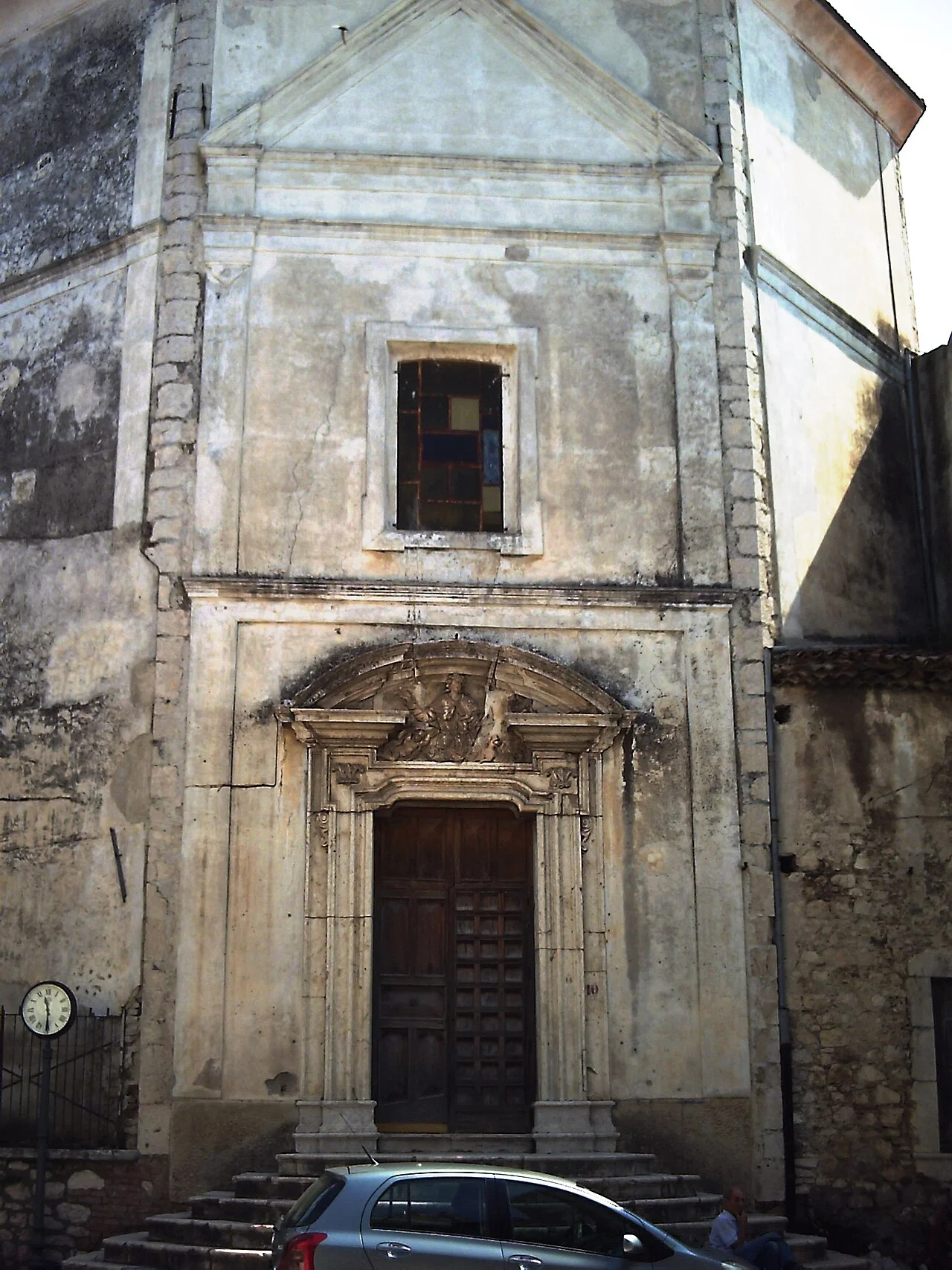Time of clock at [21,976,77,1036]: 11:30
